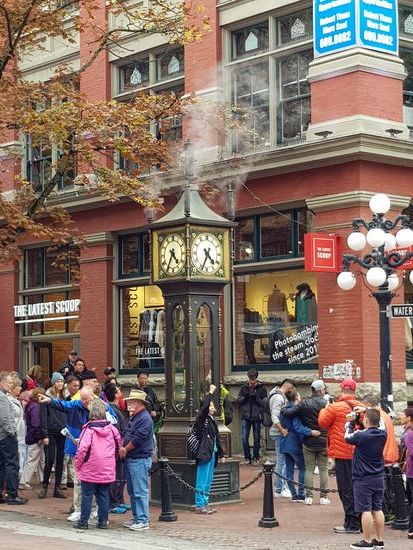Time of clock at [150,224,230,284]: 4:34
